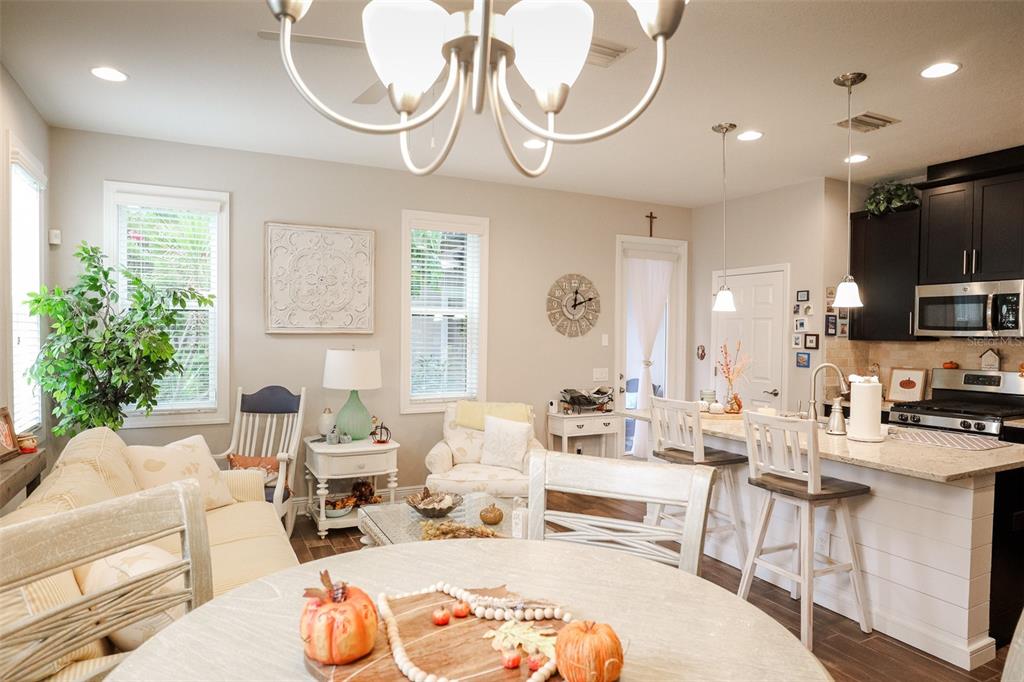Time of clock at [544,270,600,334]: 12:11
